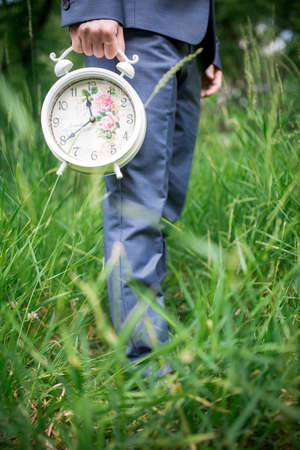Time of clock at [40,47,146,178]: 11:39
